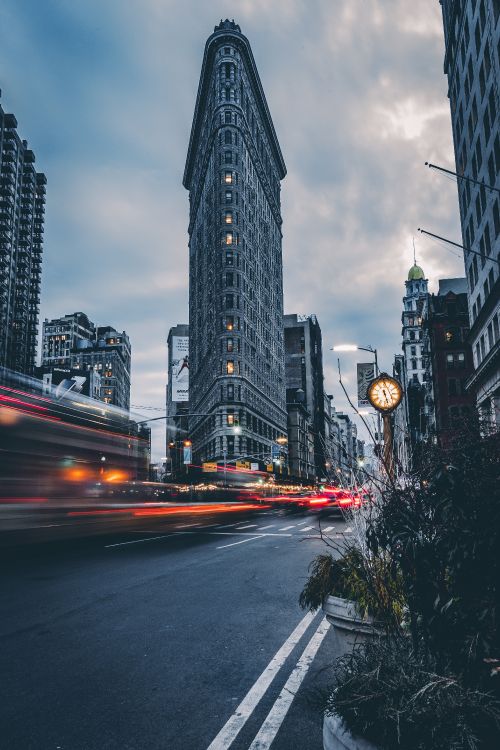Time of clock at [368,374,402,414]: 5:27
